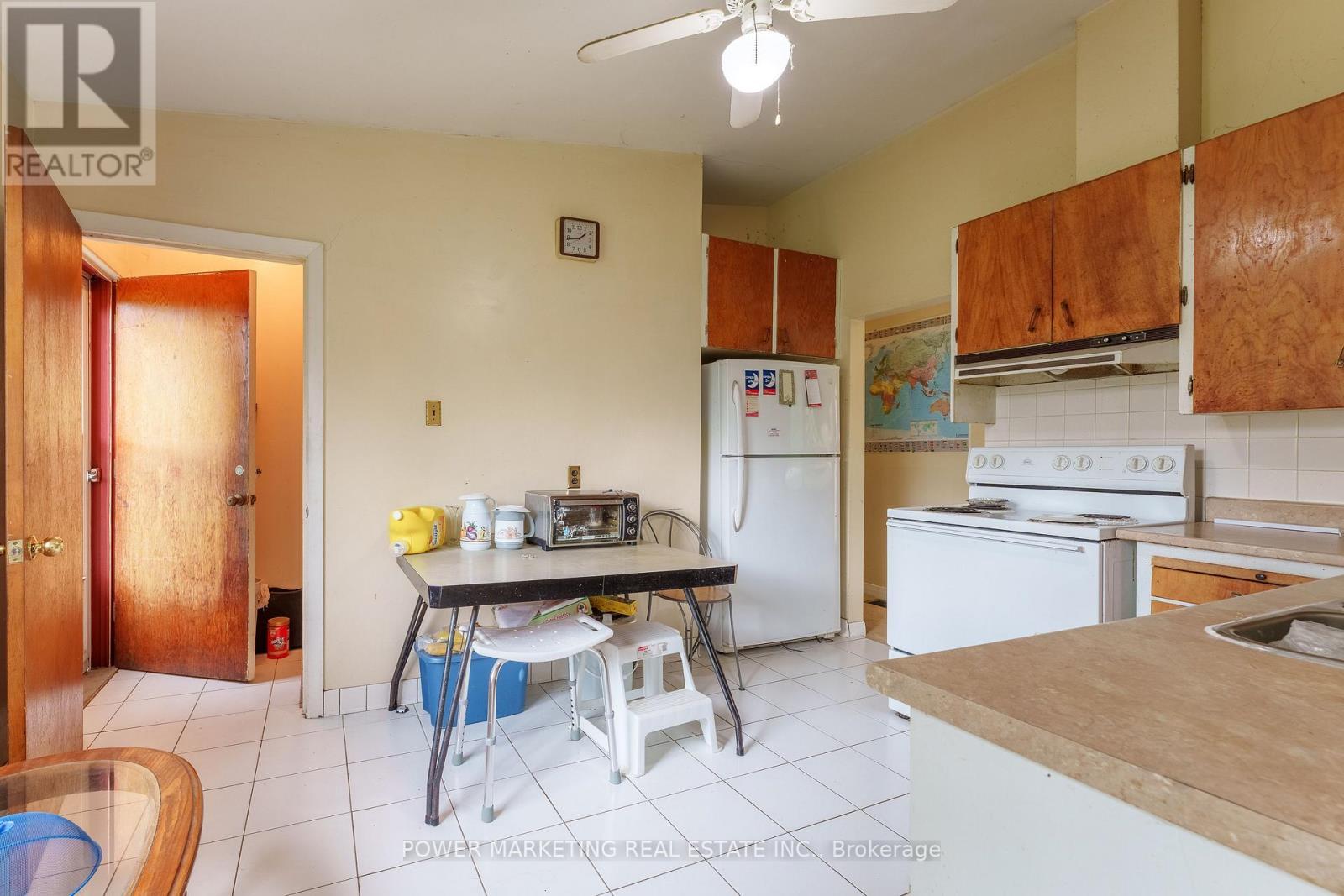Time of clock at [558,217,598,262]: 1:43
